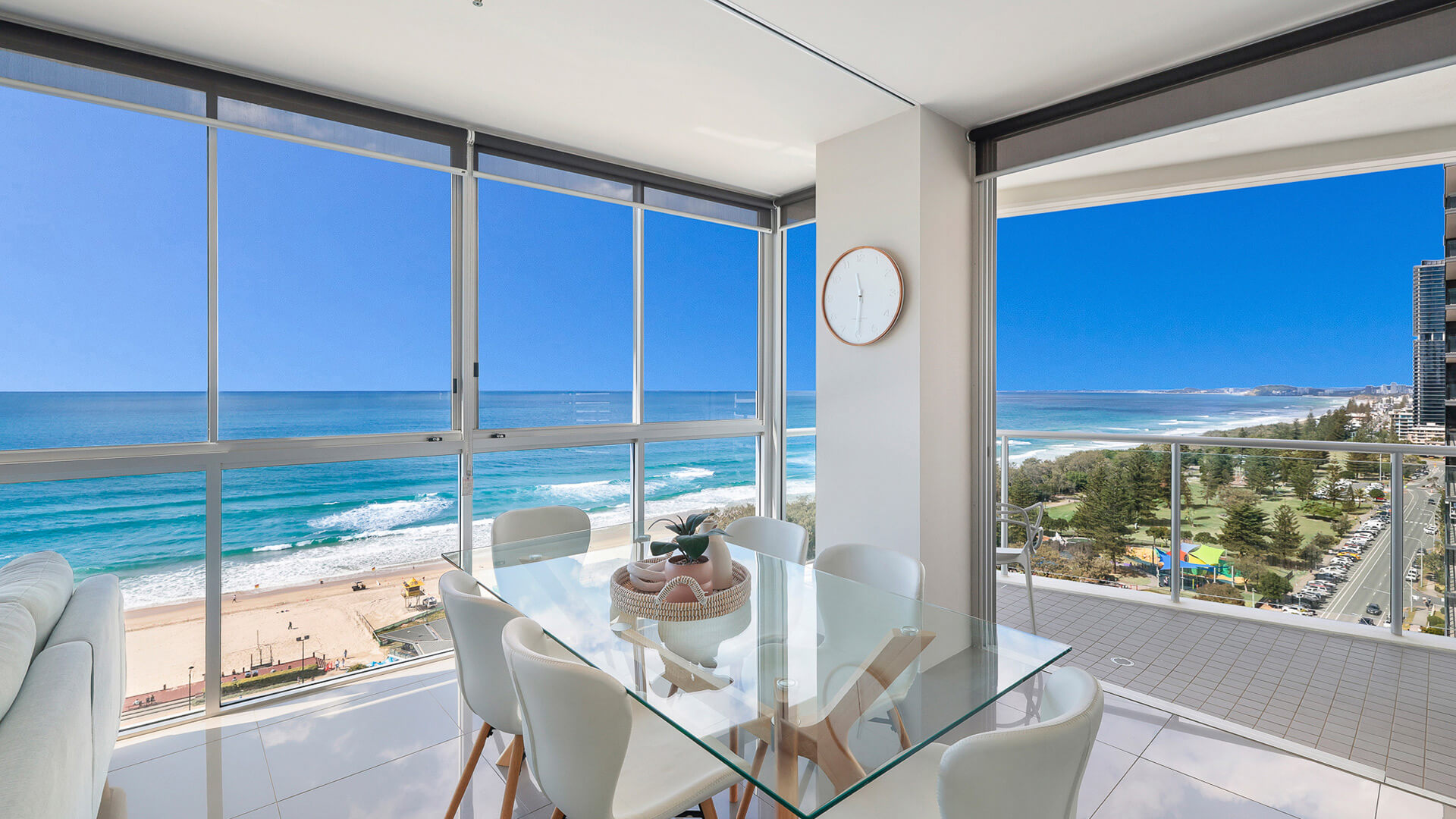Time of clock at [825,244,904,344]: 11:30
